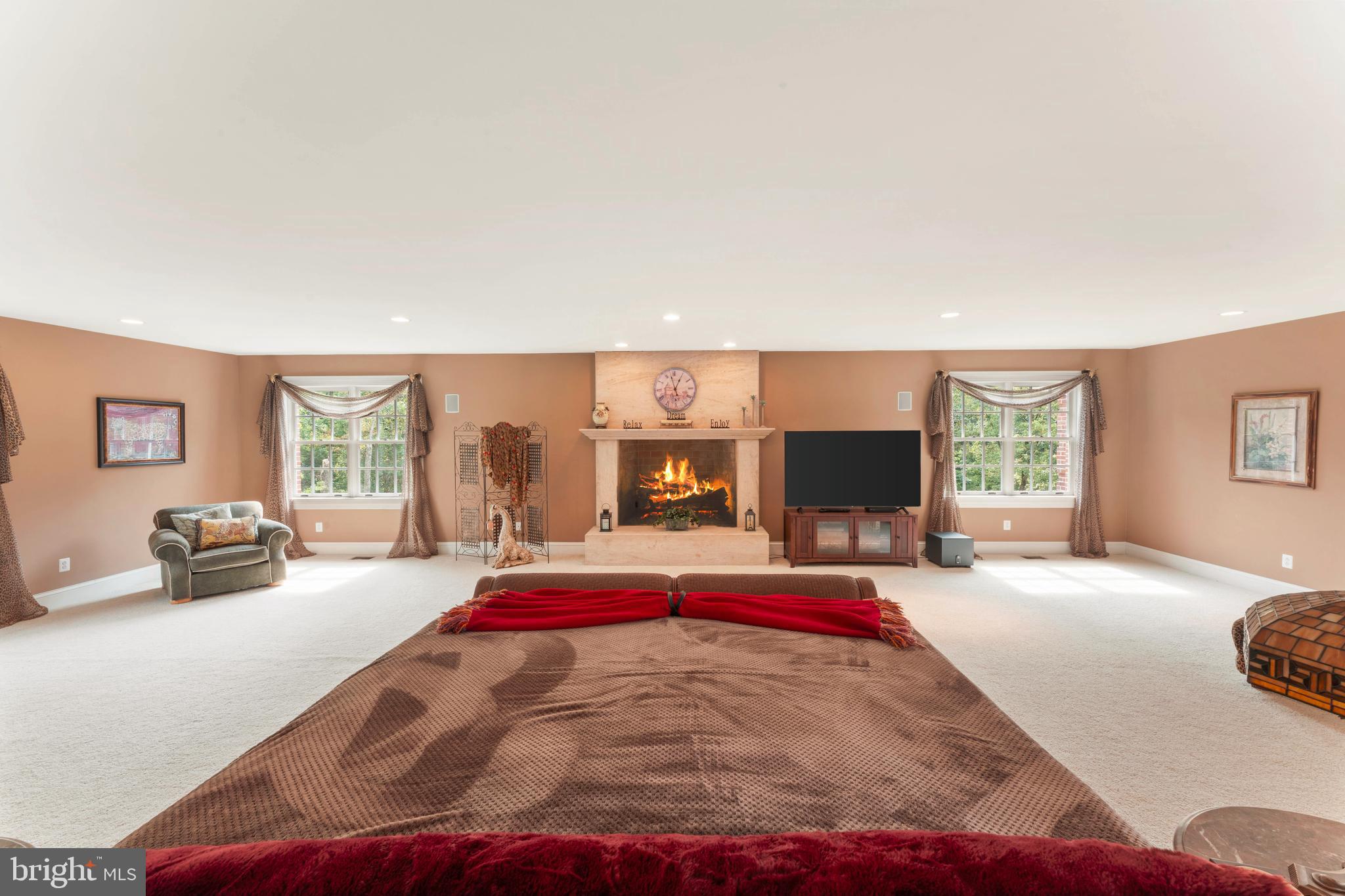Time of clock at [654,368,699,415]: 12:57
